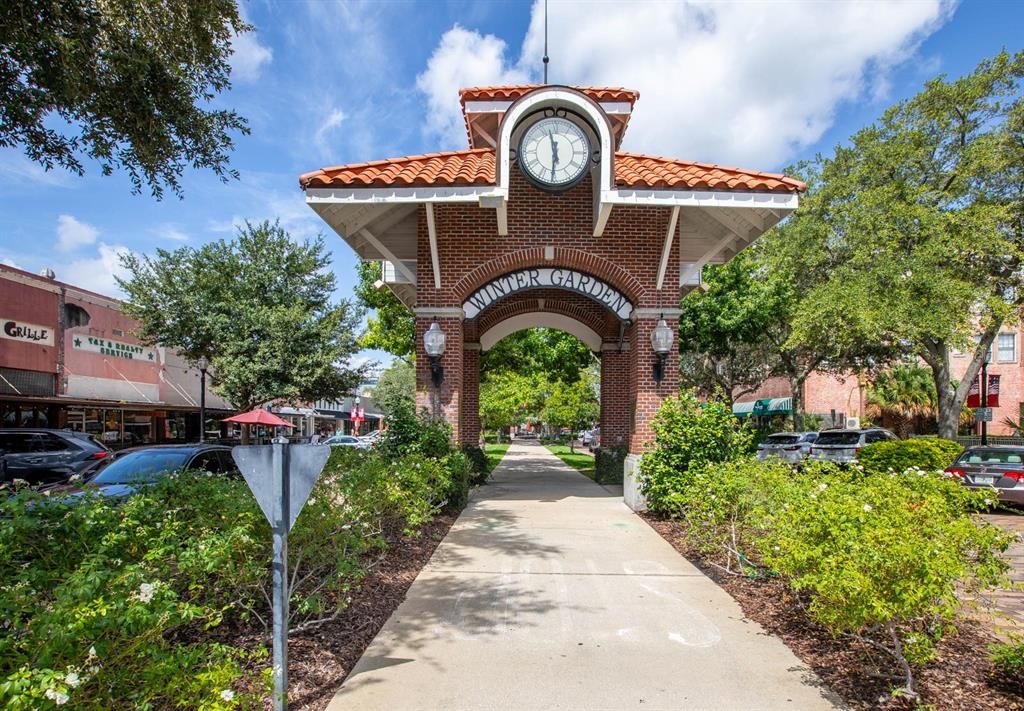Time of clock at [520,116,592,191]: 11:30
